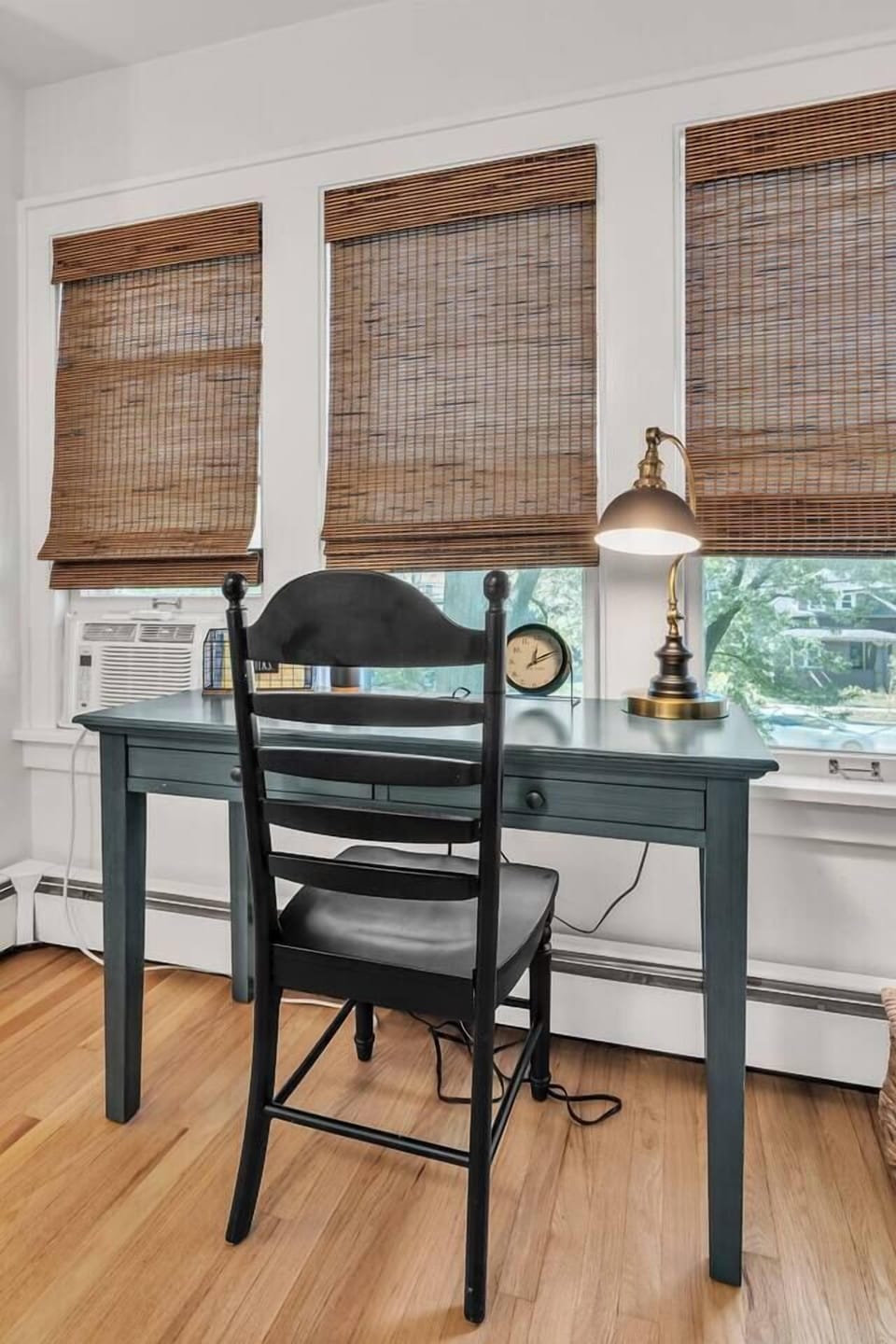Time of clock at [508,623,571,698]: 12:10
